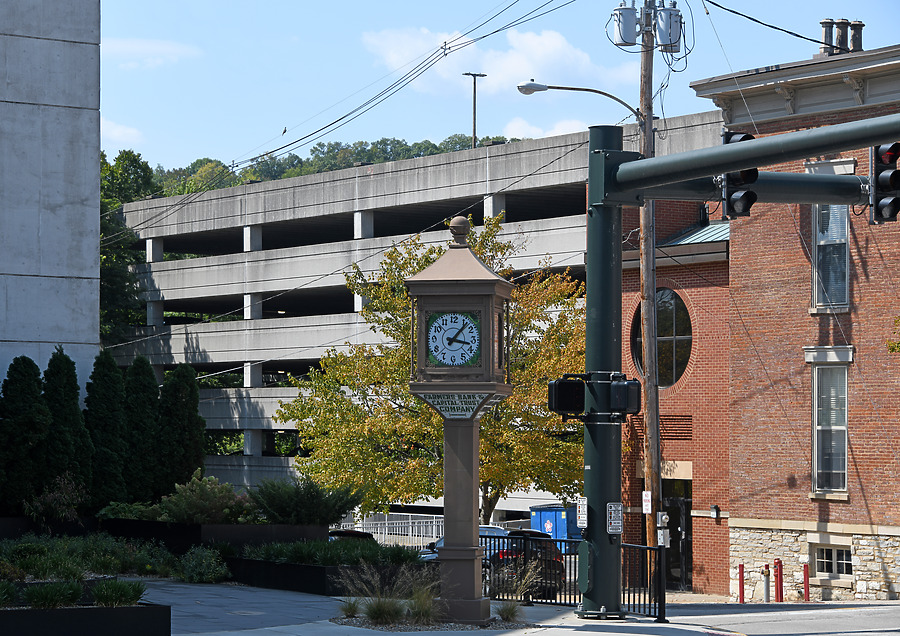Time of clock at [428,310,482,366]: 3:06
